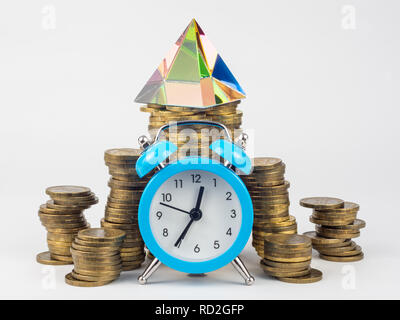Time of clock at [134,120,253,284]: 12:35
